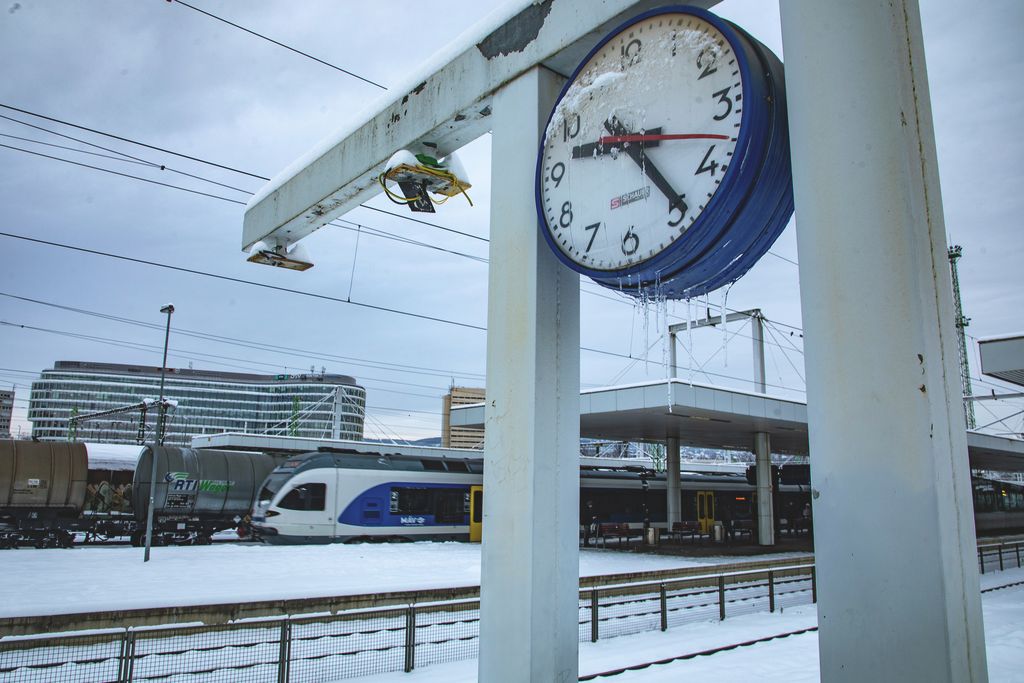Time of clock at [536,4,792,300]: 9:24
